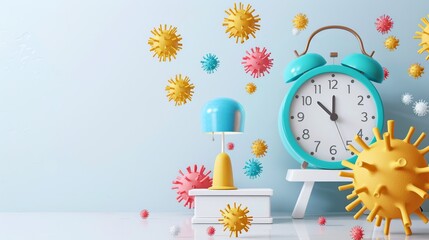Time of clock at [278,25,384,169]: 11:52
